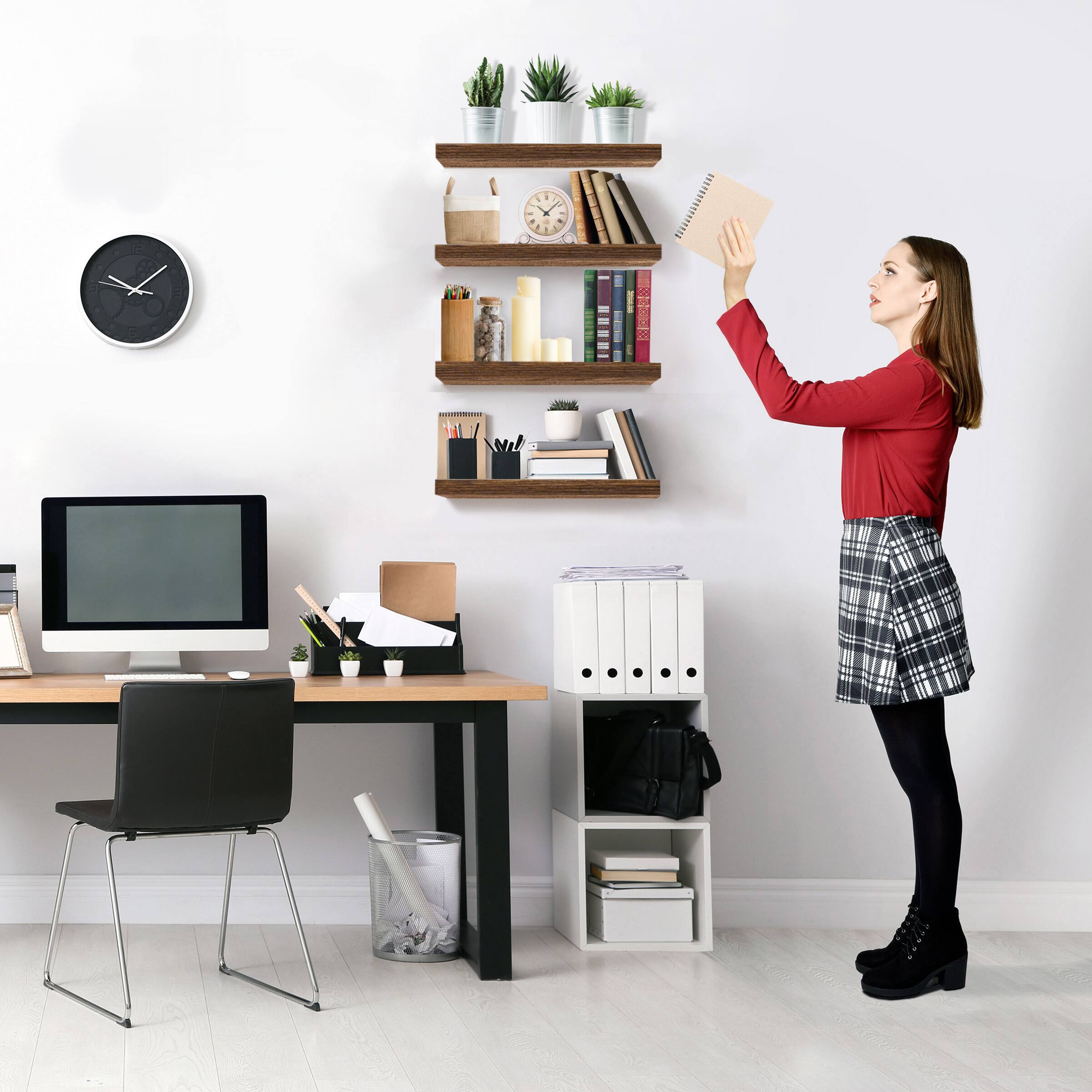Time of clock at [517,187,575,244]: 10:07
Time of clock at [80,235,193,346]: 10:08
